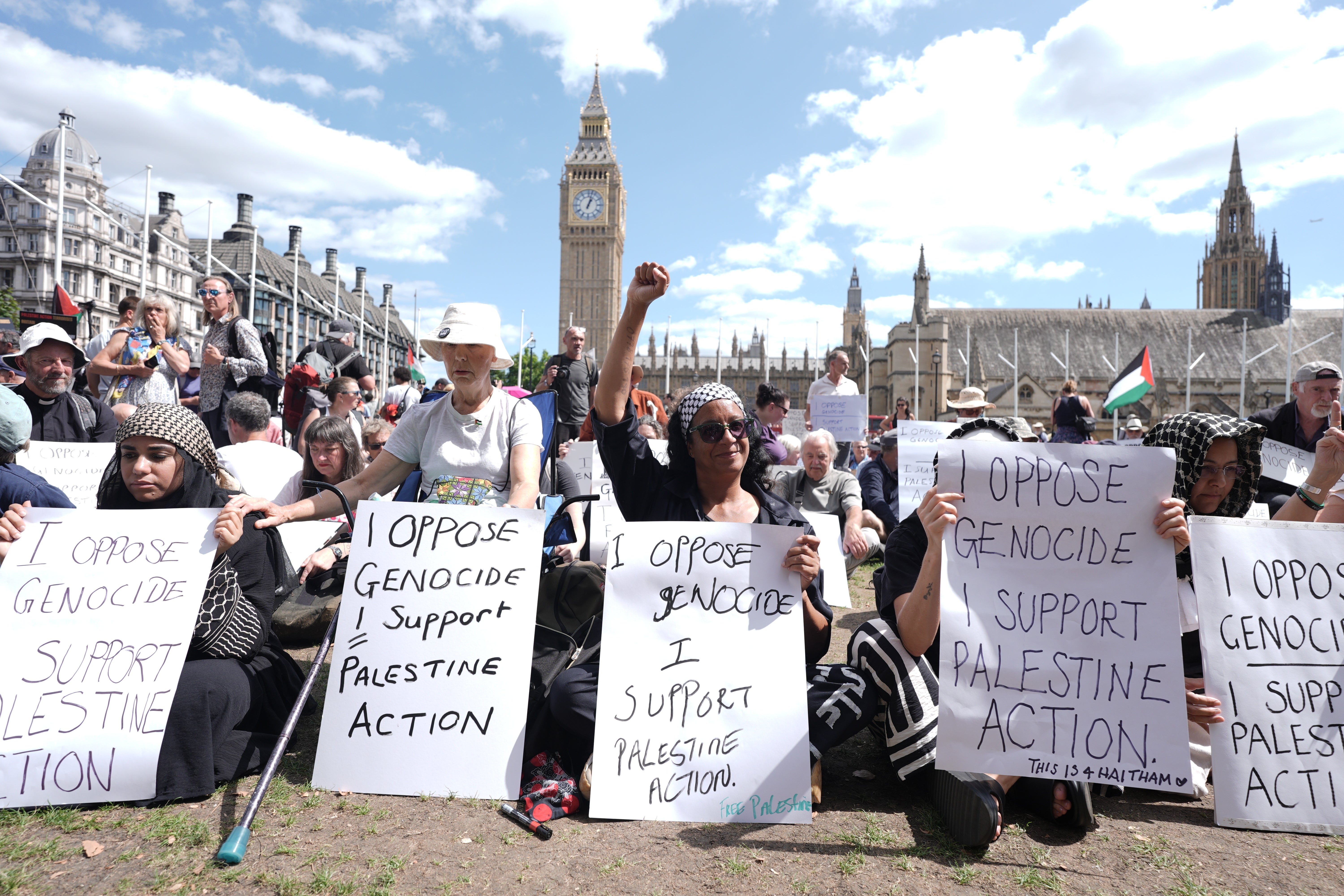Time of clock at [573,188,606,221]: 1:02
